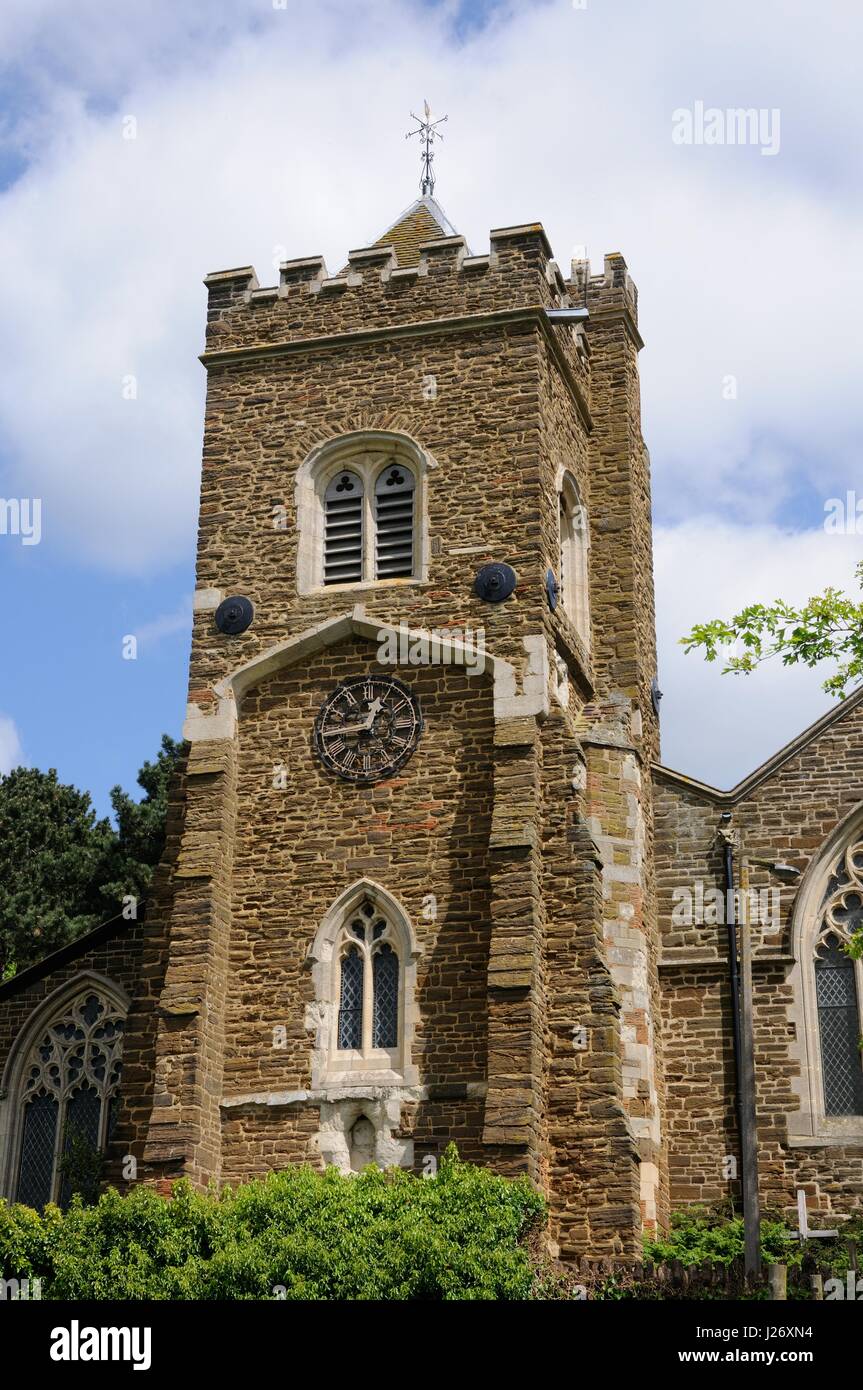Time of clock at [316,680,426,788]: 12:44
